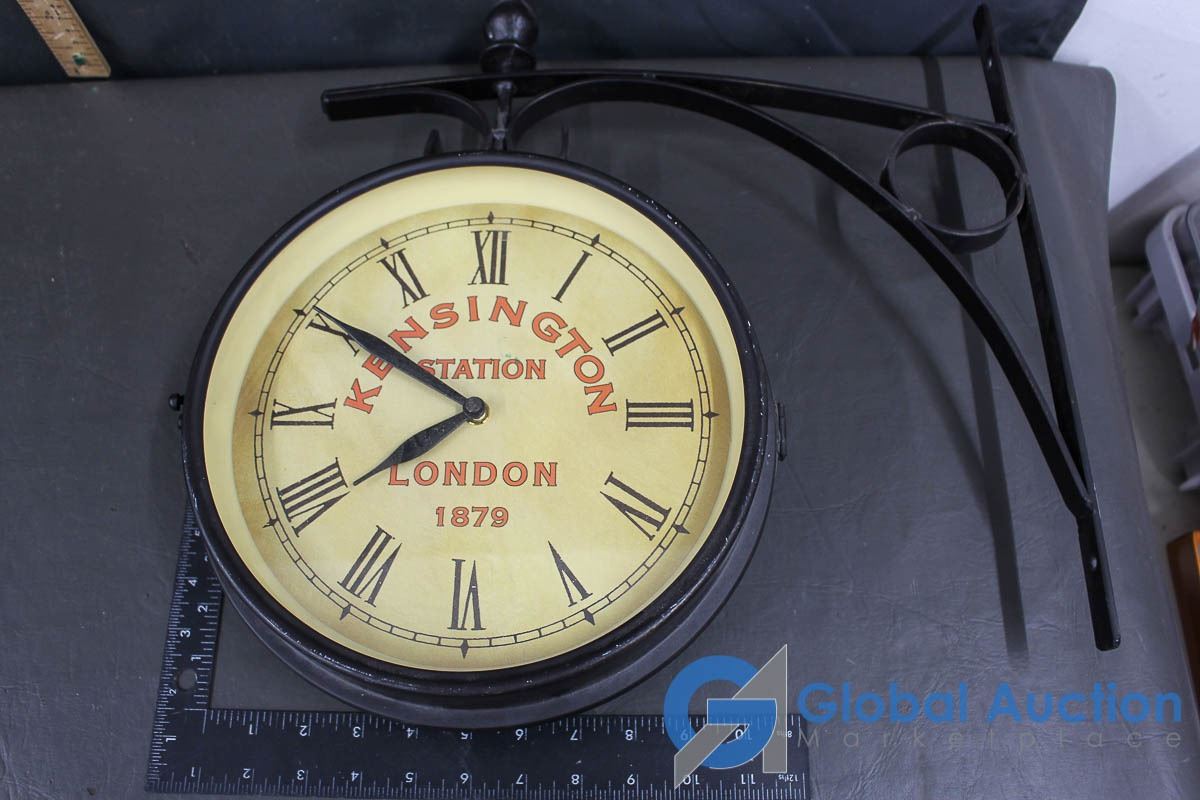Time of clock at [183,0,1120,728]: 7:50
